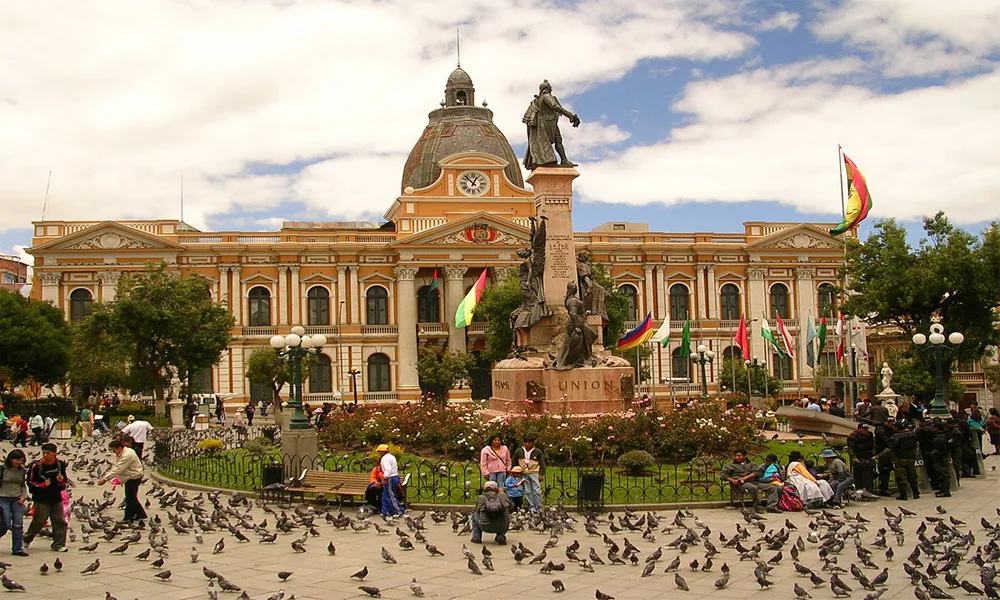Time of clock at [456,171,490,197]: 12:52
